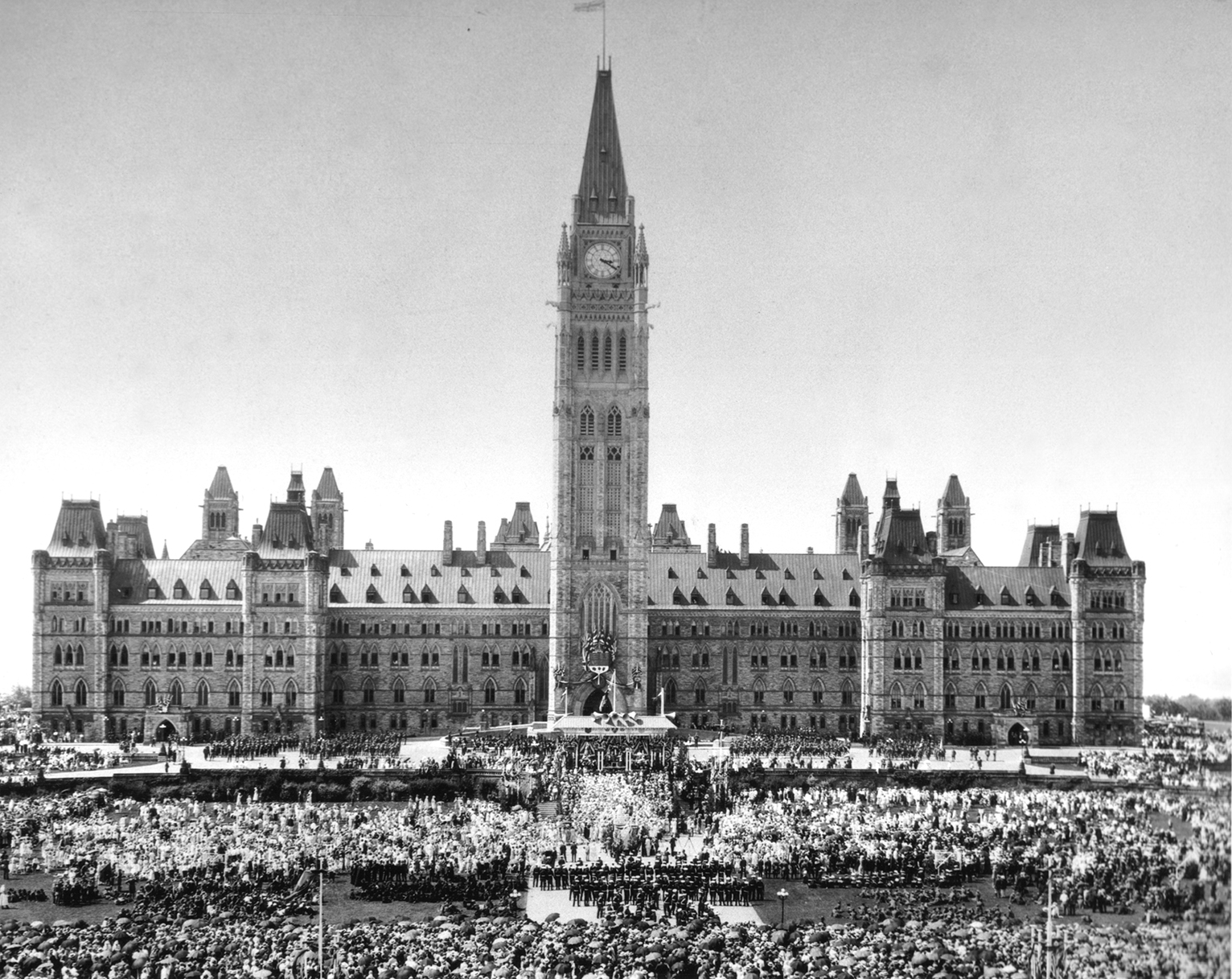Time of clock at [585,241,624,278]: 3:20
